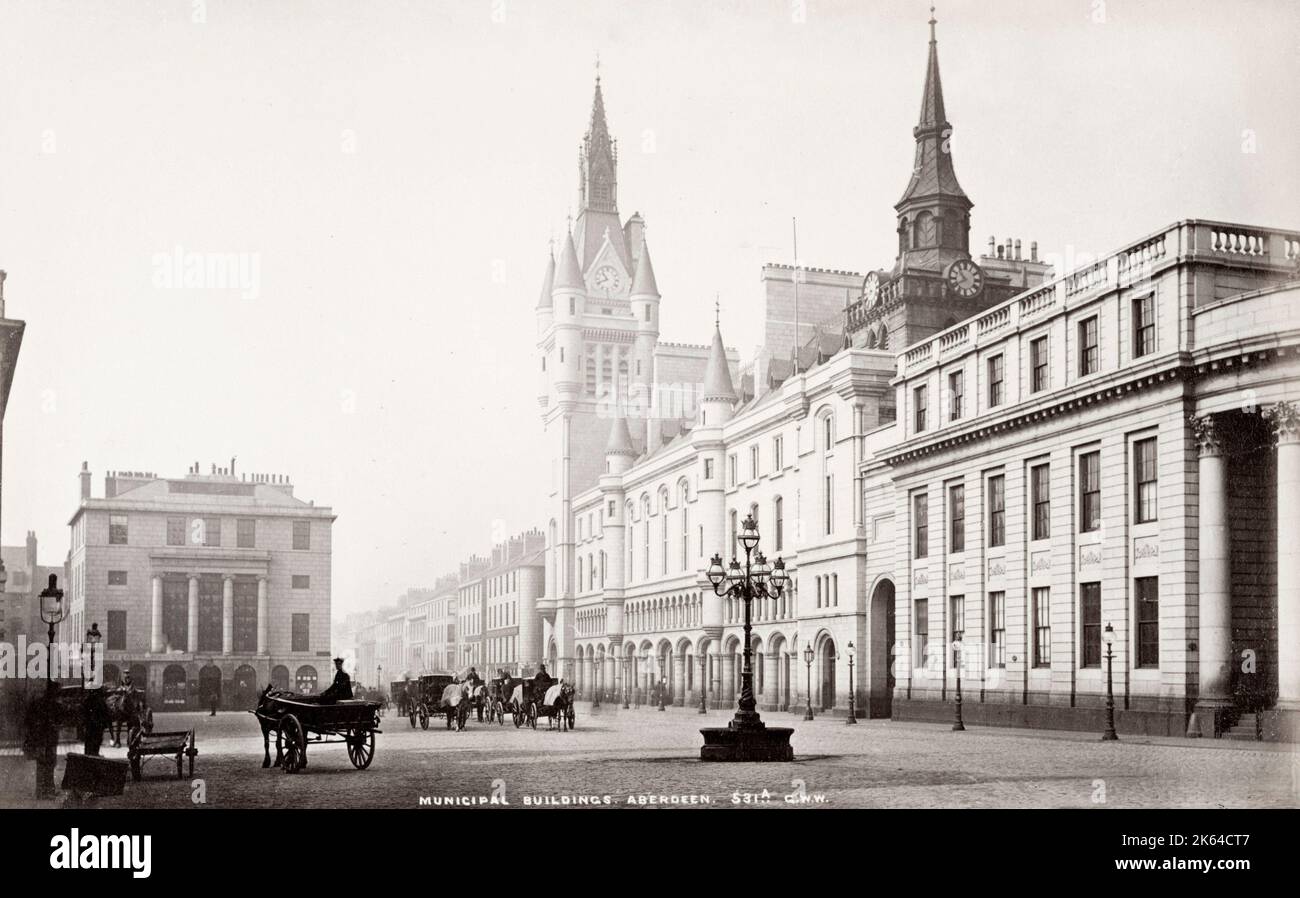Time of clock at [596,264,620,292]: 10:41
